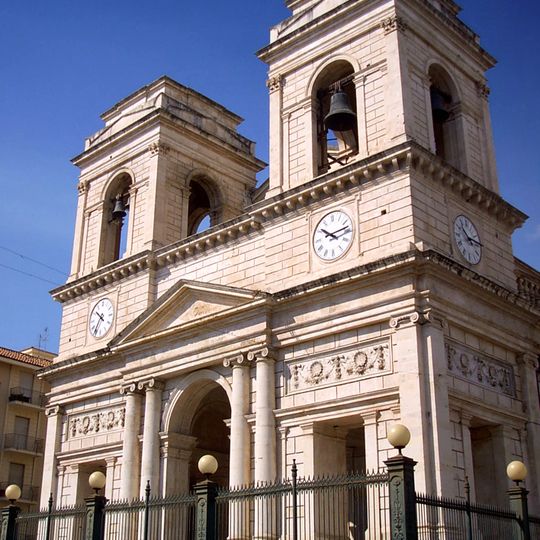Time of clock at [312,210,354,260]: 10:13
